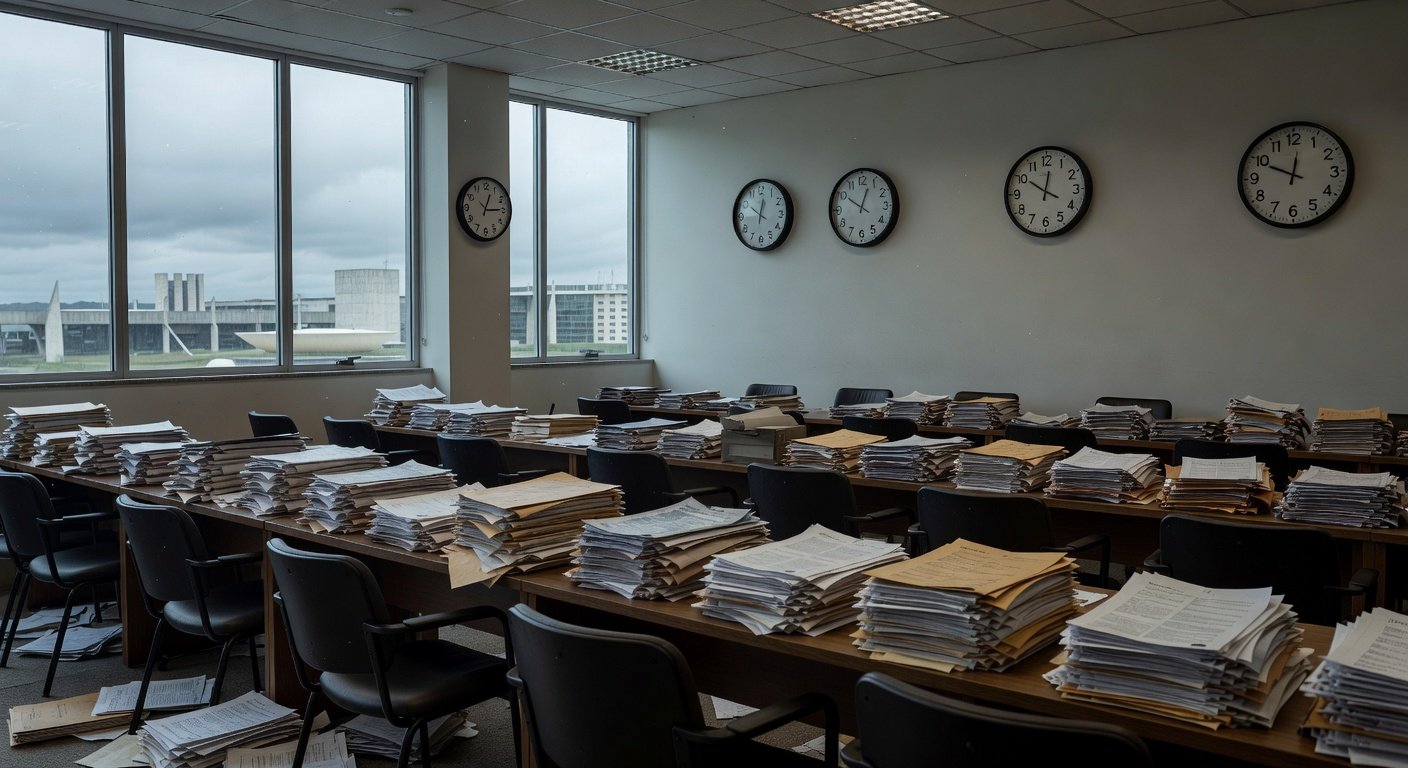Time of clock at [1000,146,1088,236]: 10:01
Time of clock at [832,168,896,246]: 12:50
